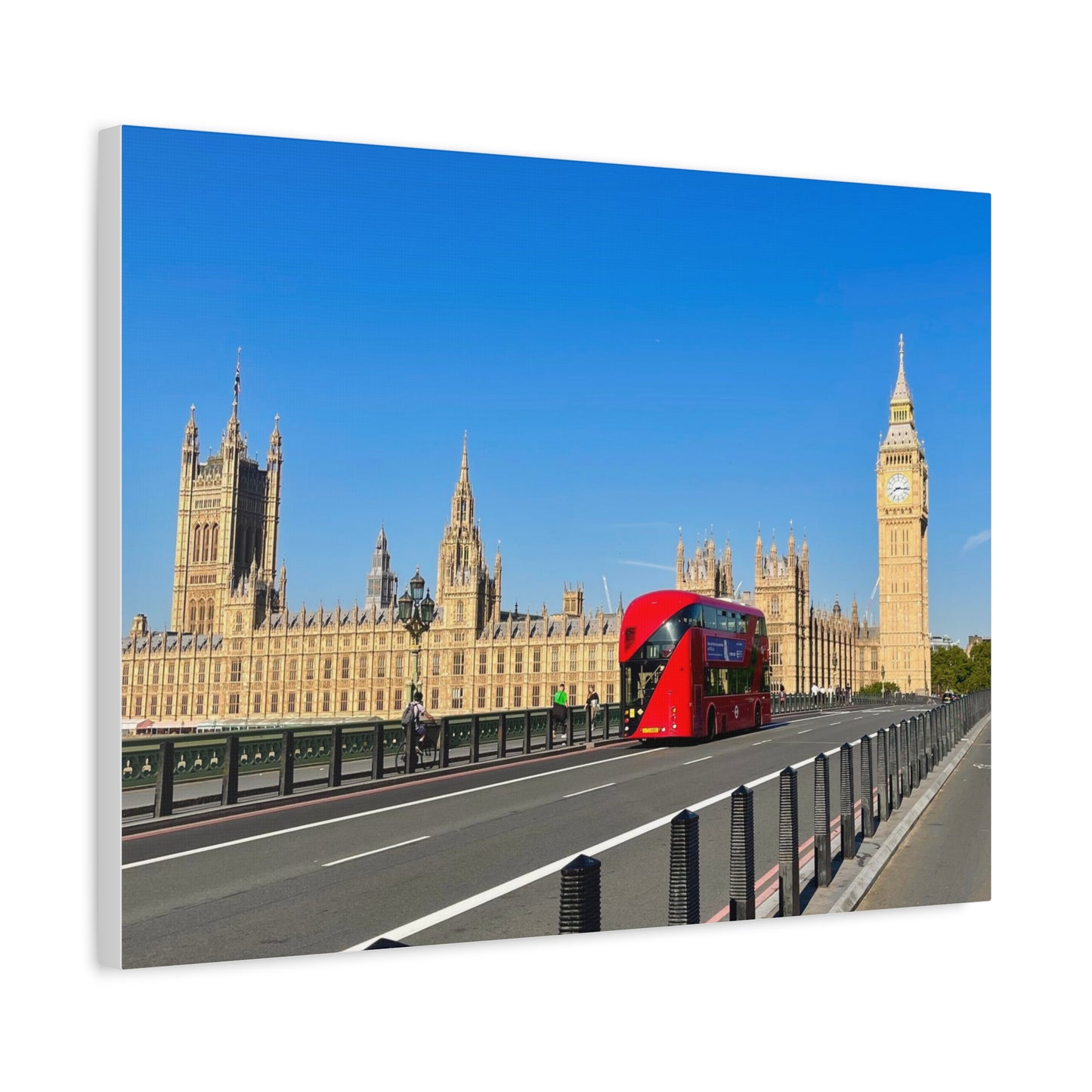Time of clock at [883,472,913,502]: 8:16
